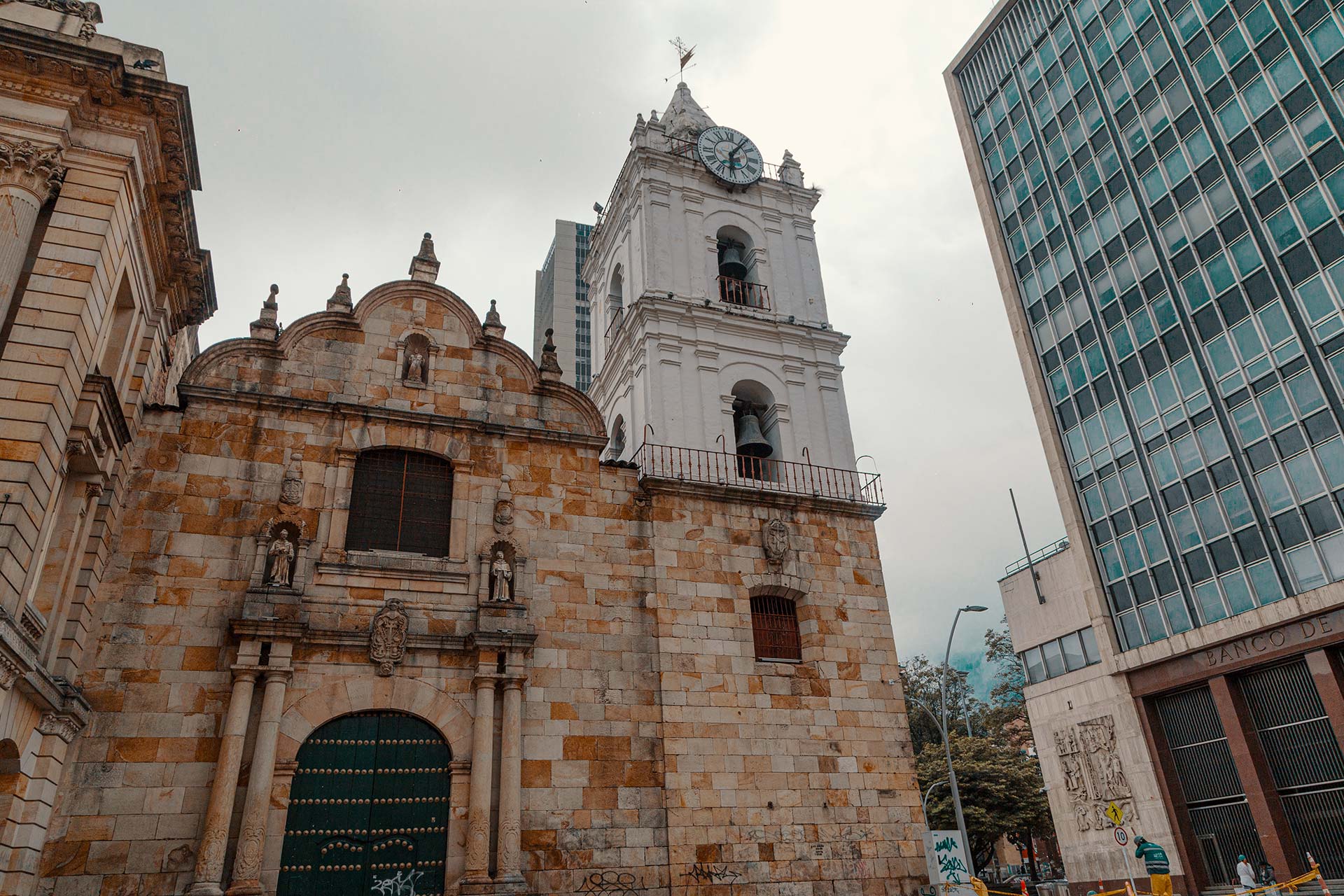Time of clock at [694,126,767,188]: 6:06
